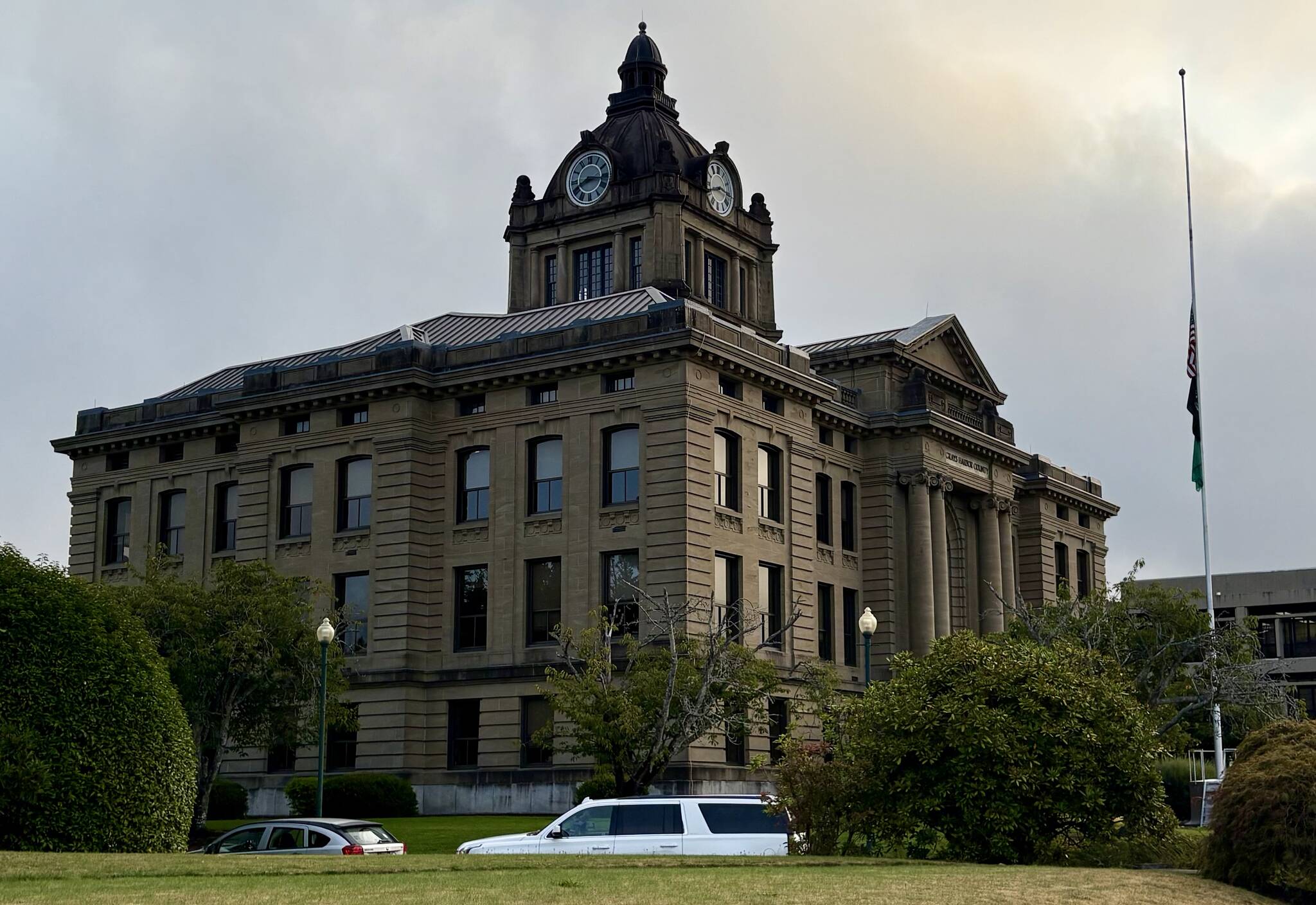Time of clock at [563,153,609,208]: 8:16
